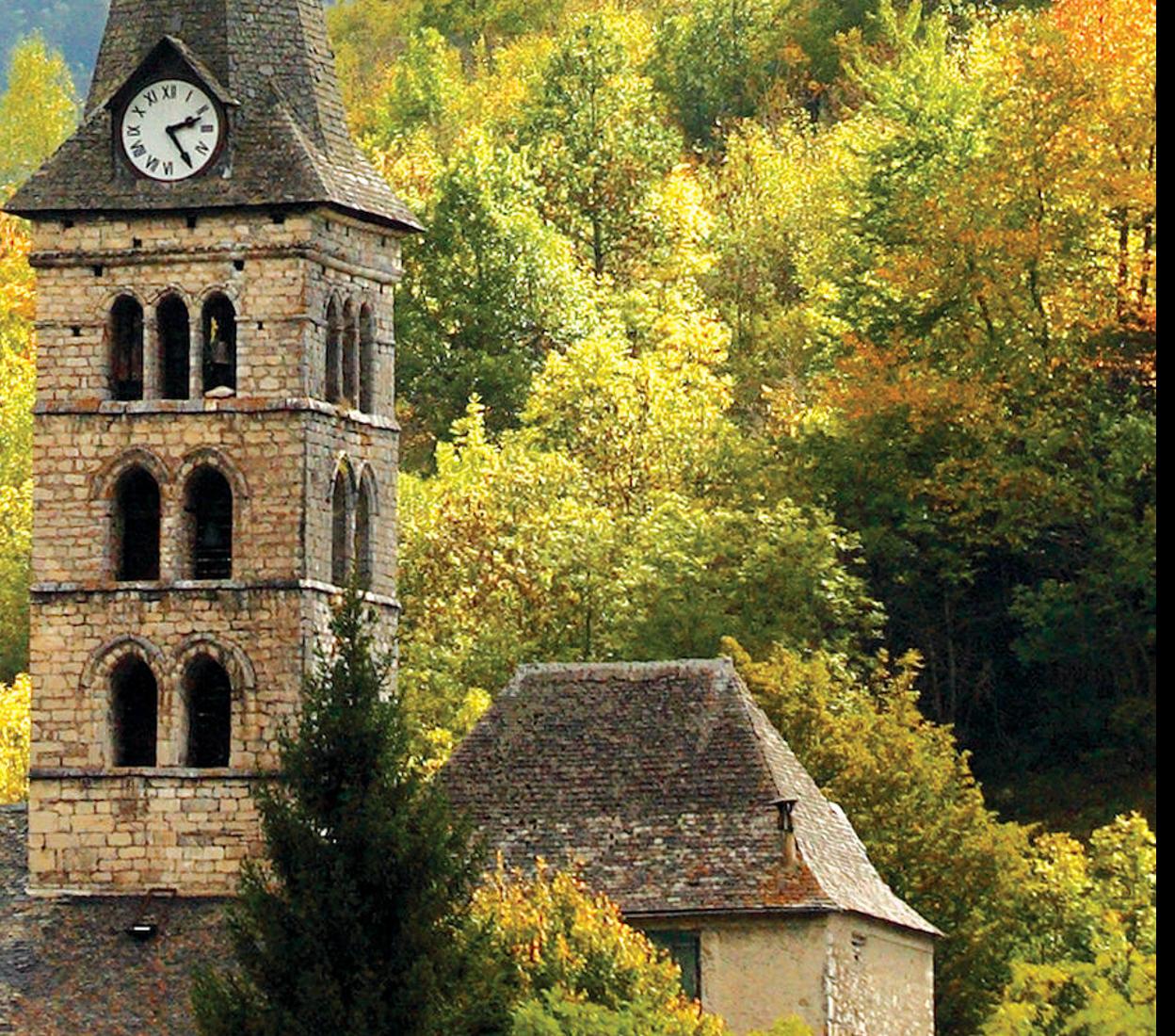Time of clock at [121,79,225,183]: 2:24
